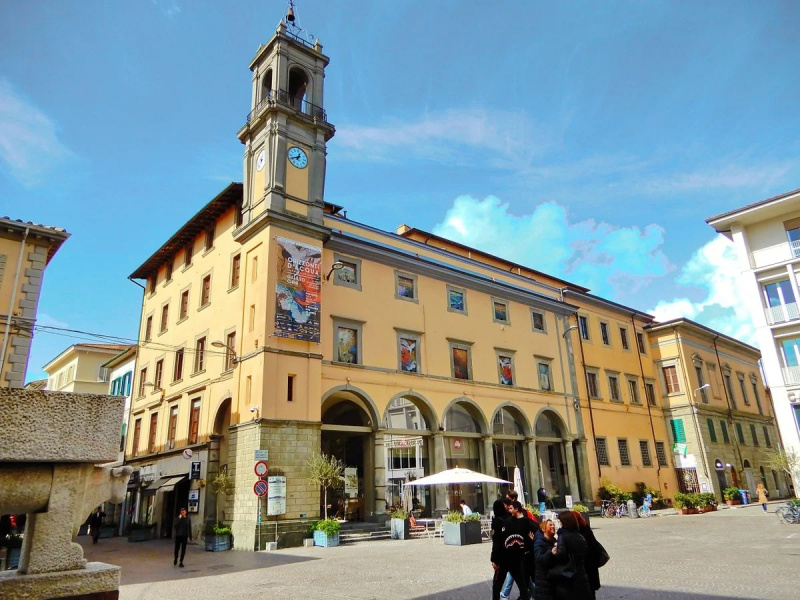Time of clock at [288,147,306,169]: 12:40
